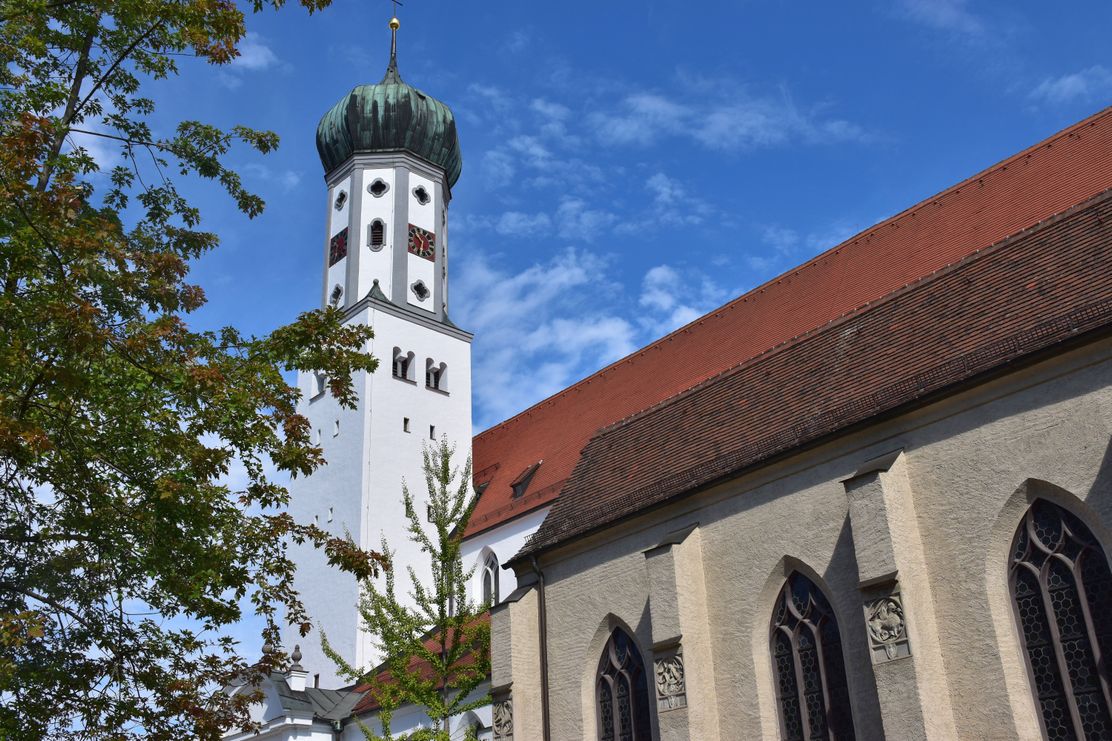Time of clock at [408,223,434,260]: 10:32
